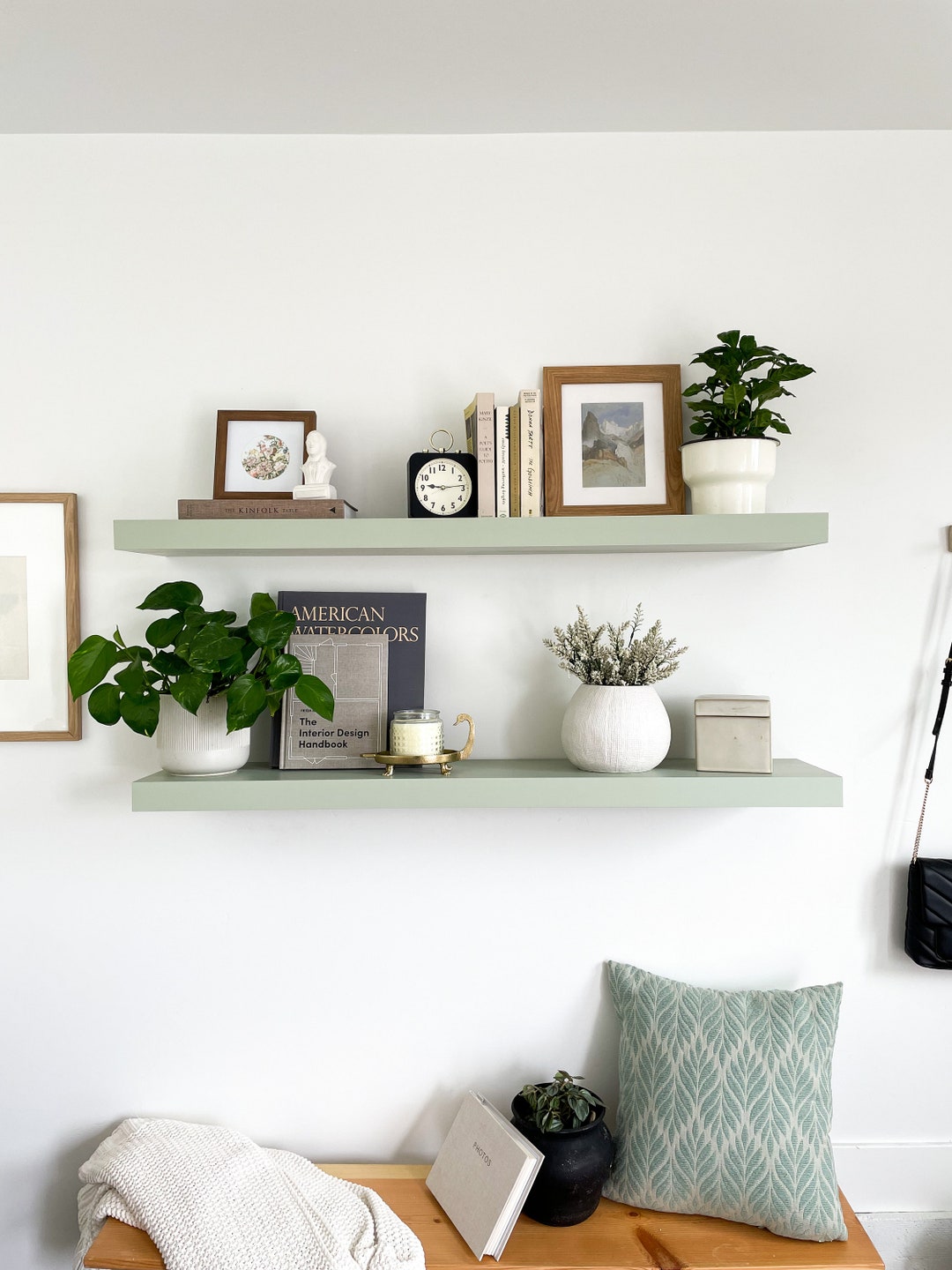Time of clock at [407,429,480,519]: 9:13
